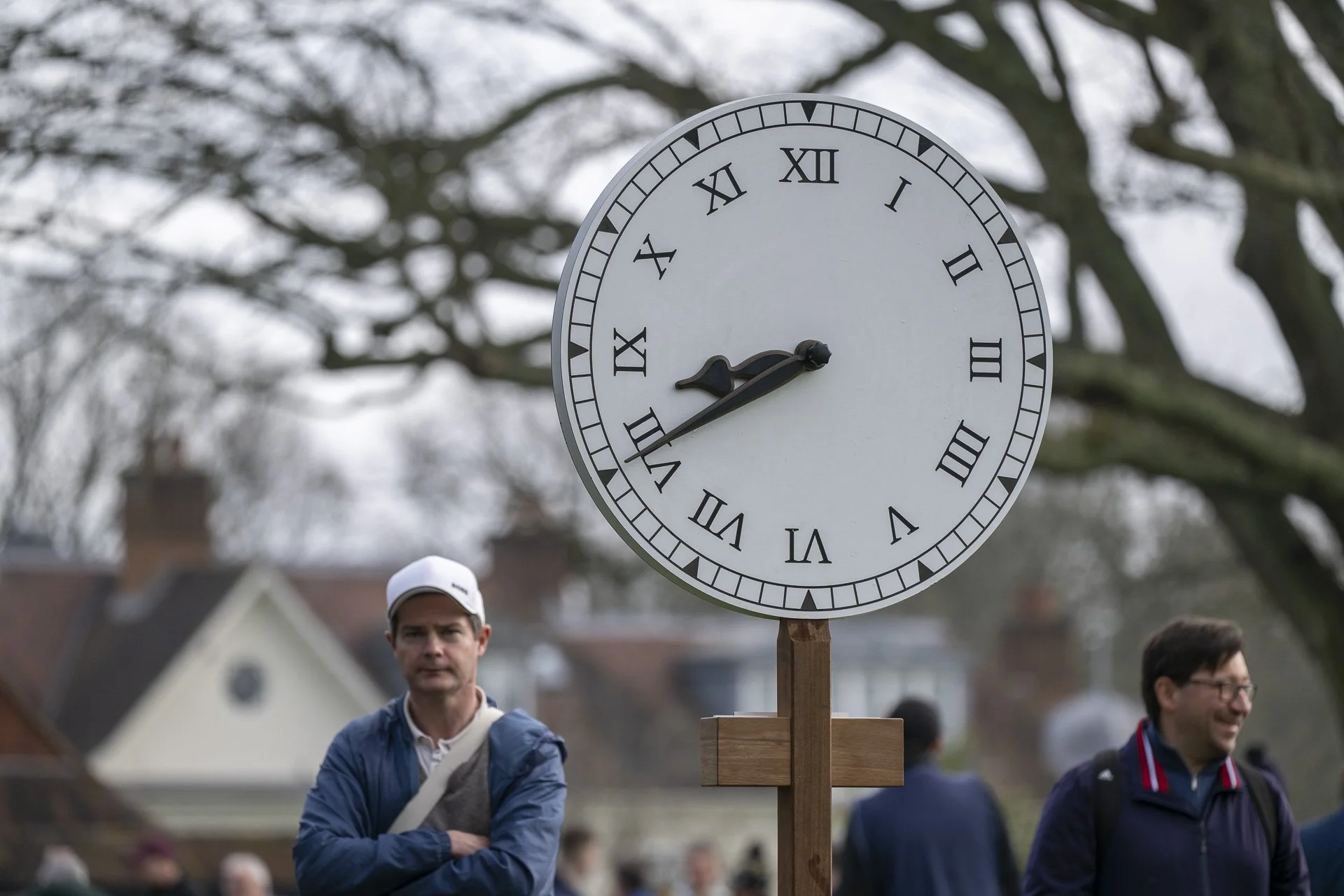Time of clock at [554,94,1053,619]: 8:40
